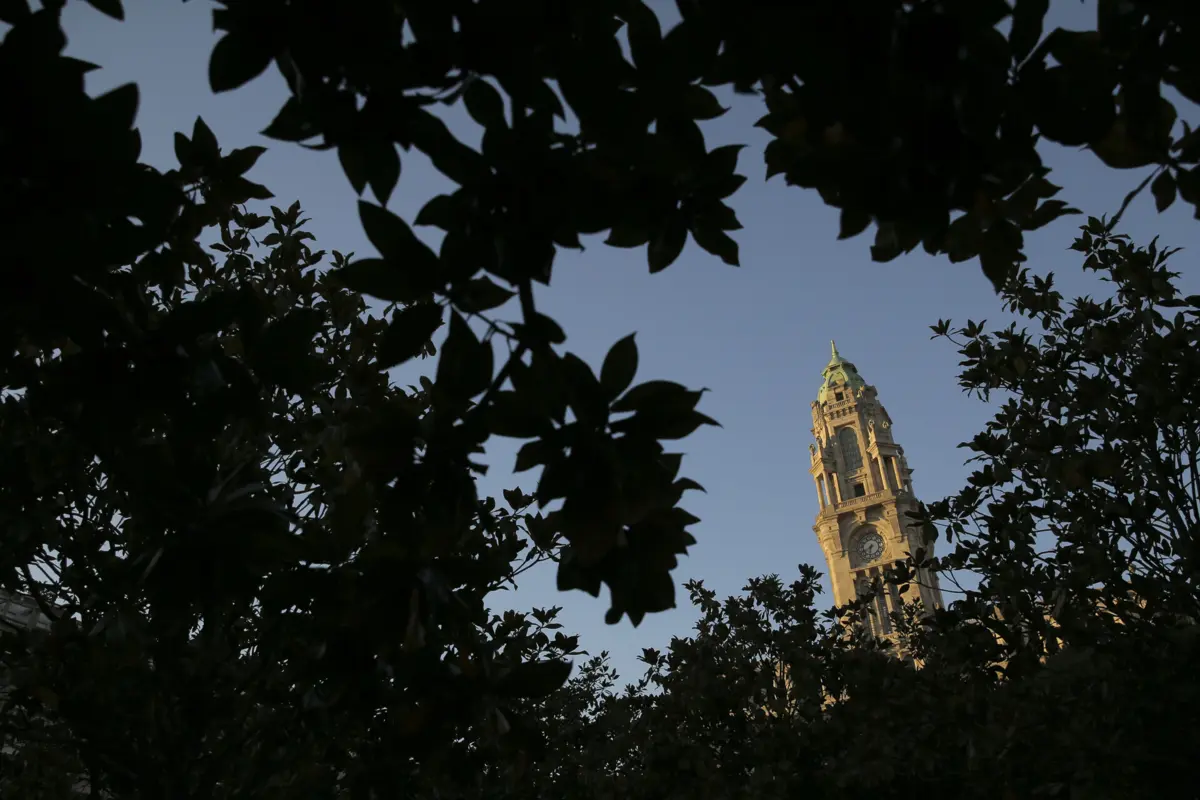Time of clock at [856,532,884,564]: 6:40
